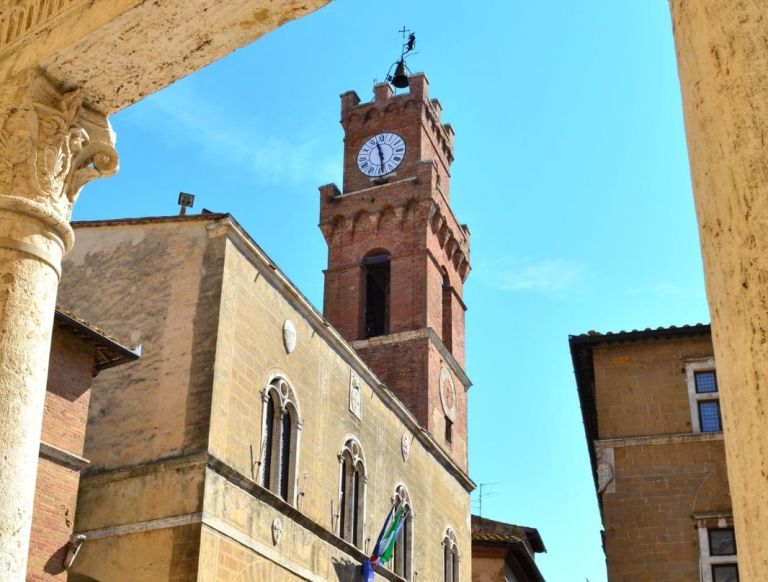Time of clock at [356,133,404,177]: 11:28
